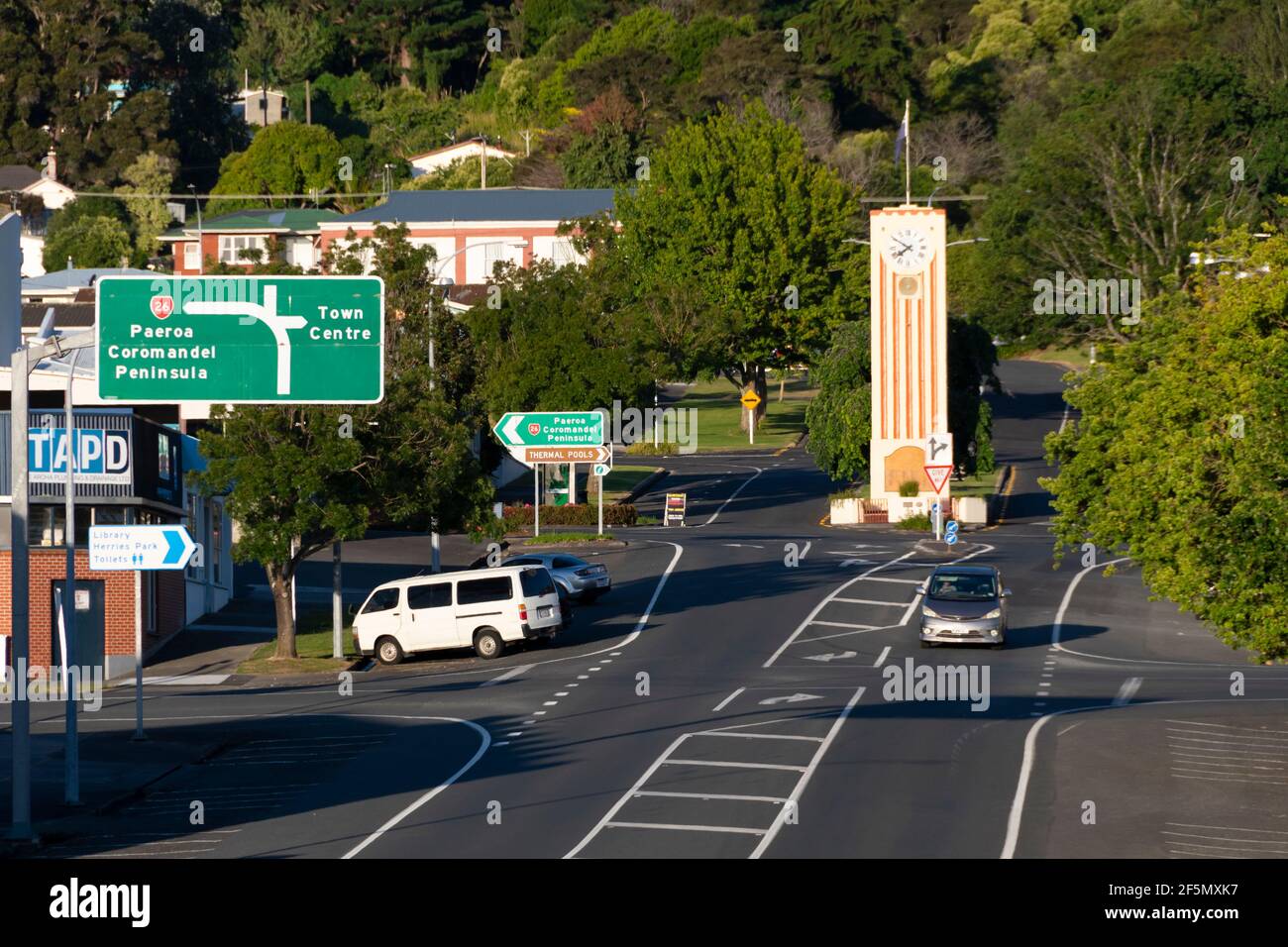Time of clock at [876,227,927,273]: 7:49
